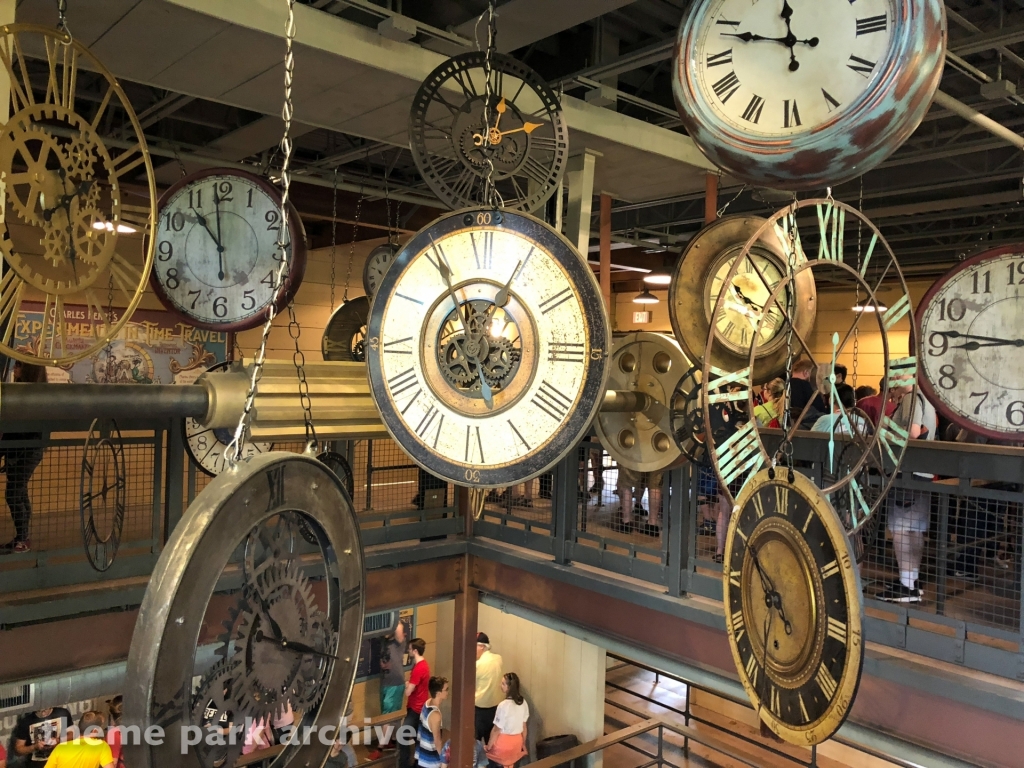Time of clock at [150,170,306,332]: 10:59
